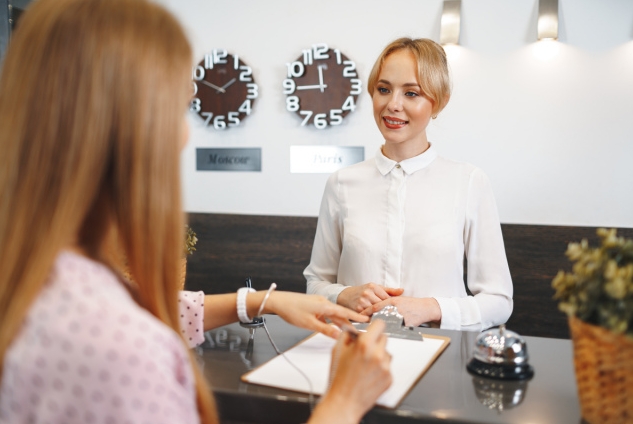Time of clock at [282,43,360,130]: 11:44
